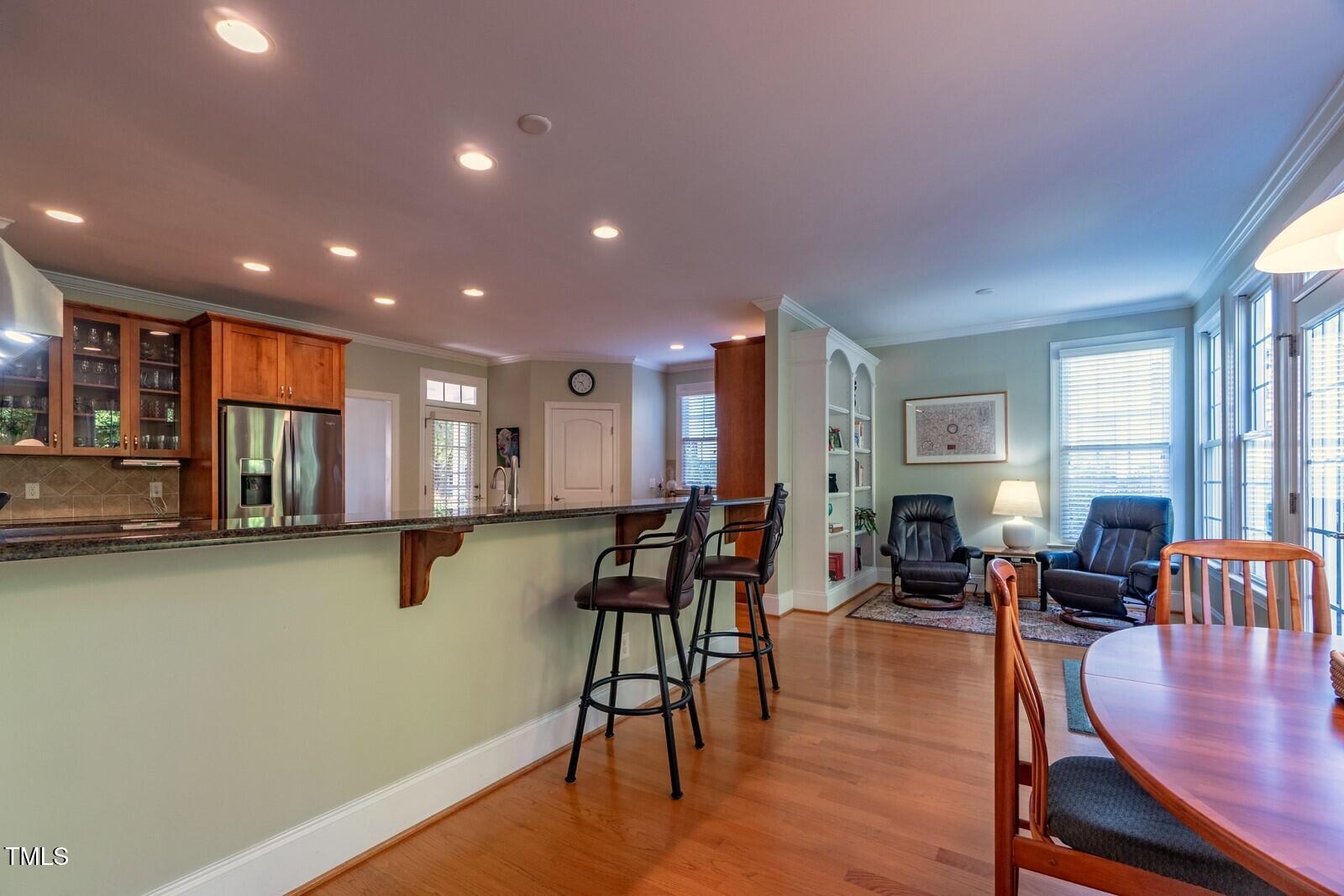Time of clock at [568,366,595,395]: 9:26
